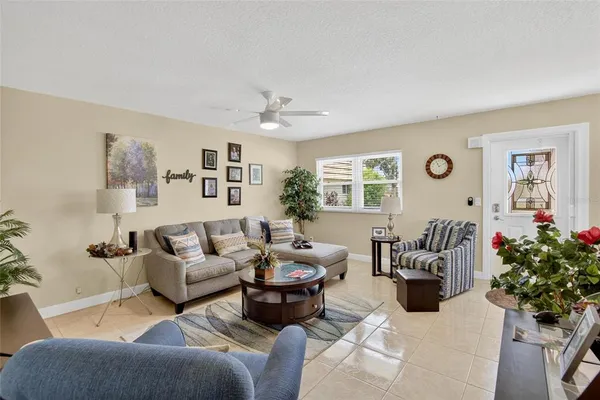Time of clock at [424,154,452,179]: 11:09
